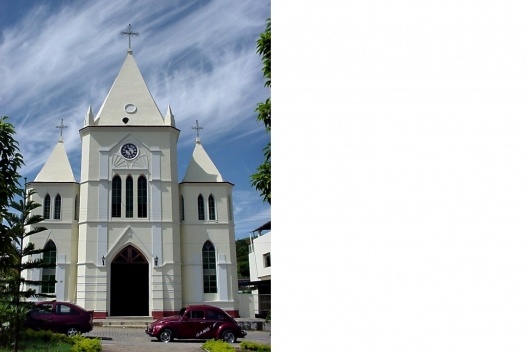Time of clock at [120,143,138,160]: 10:25
